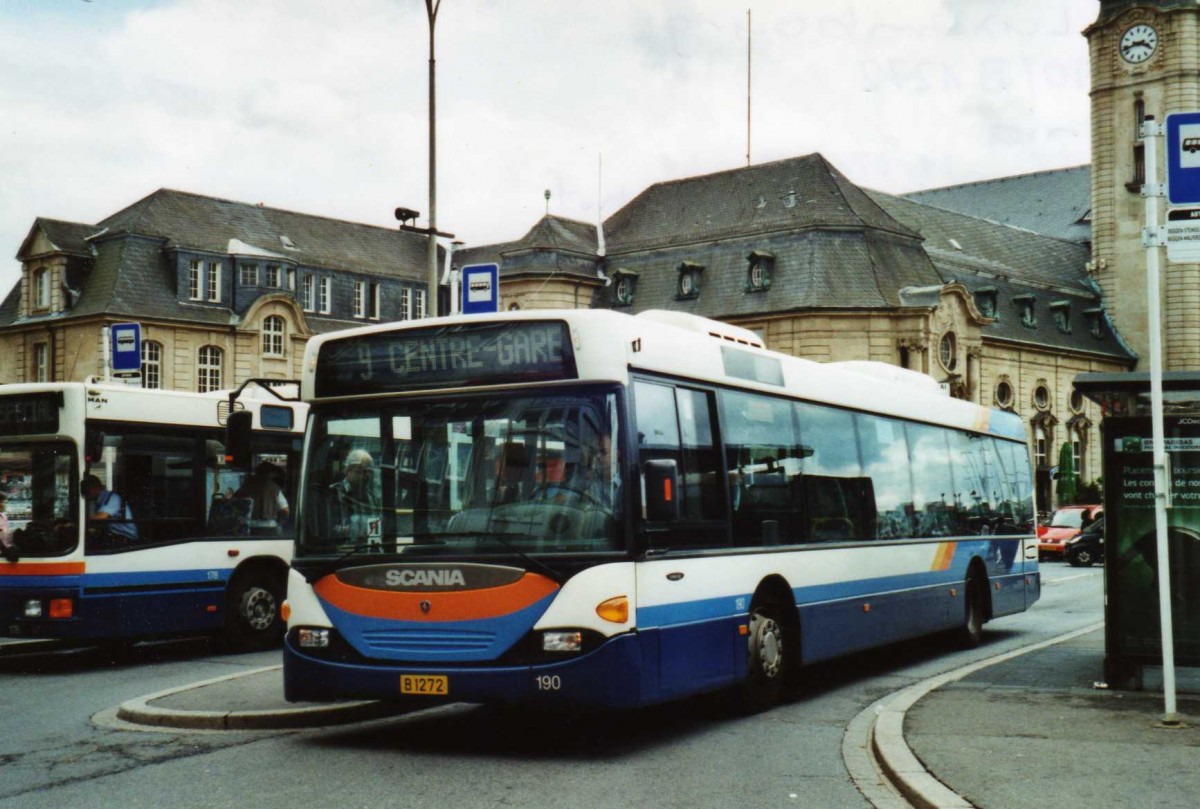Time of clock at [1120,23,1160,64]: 3:42
